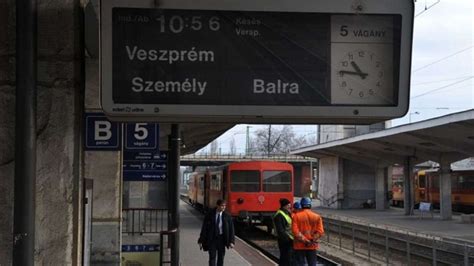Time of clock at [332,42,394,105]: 10:46
